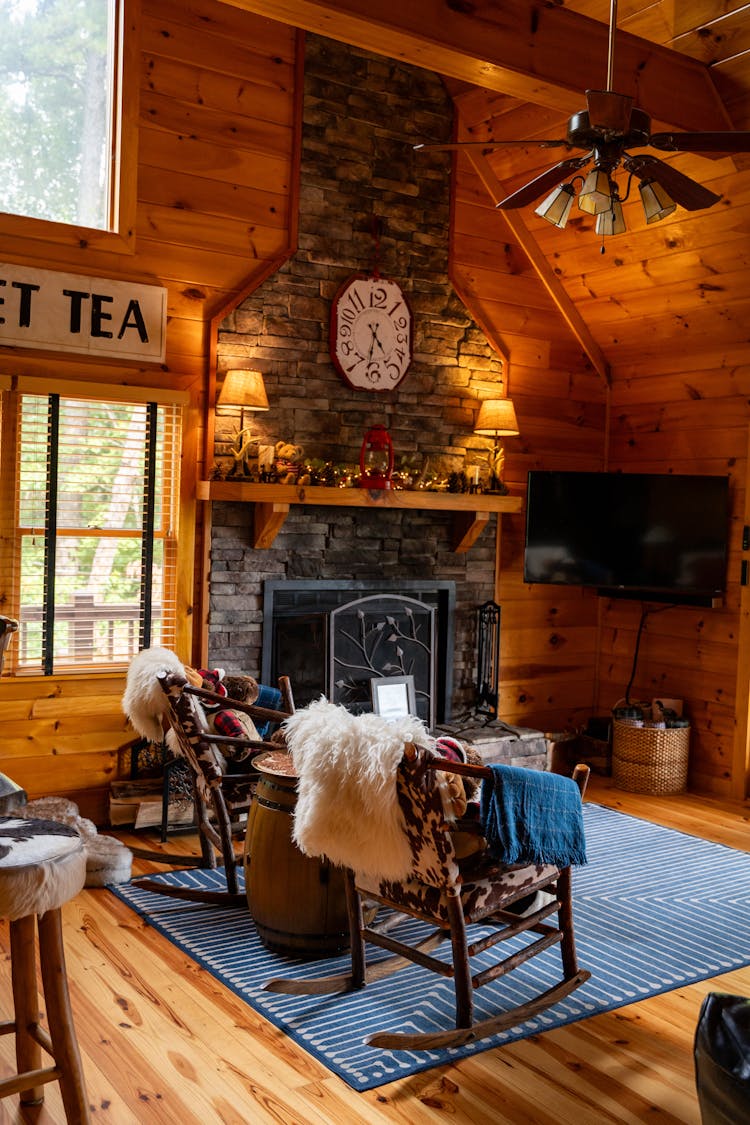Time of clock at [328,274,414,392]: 4:31
